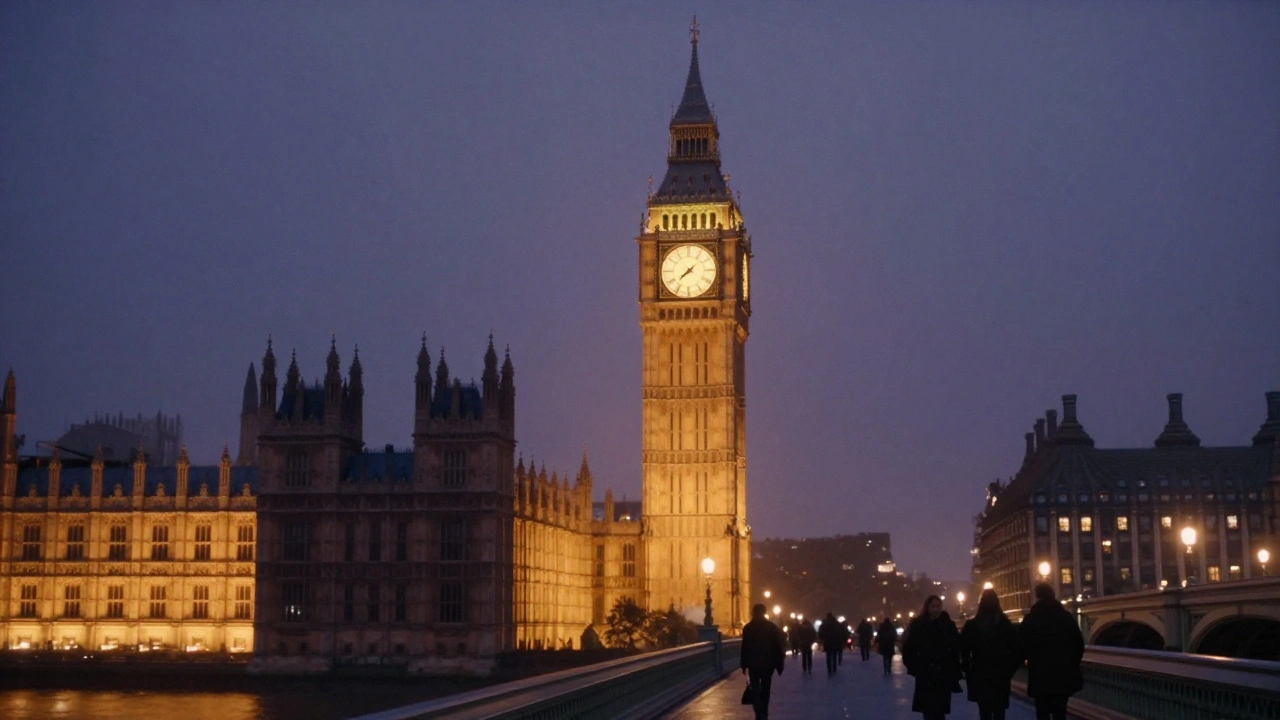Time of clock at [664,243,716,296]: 7:37
